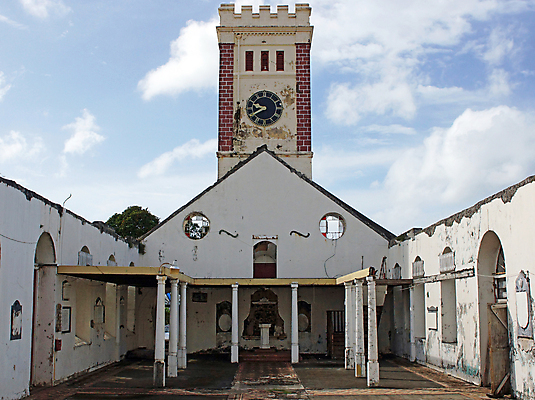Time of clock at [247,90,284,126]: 9:40
